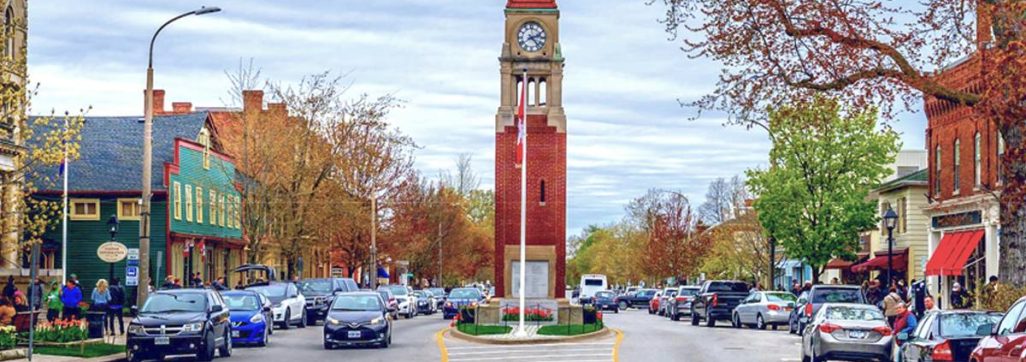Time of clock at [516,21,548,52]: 2:23
